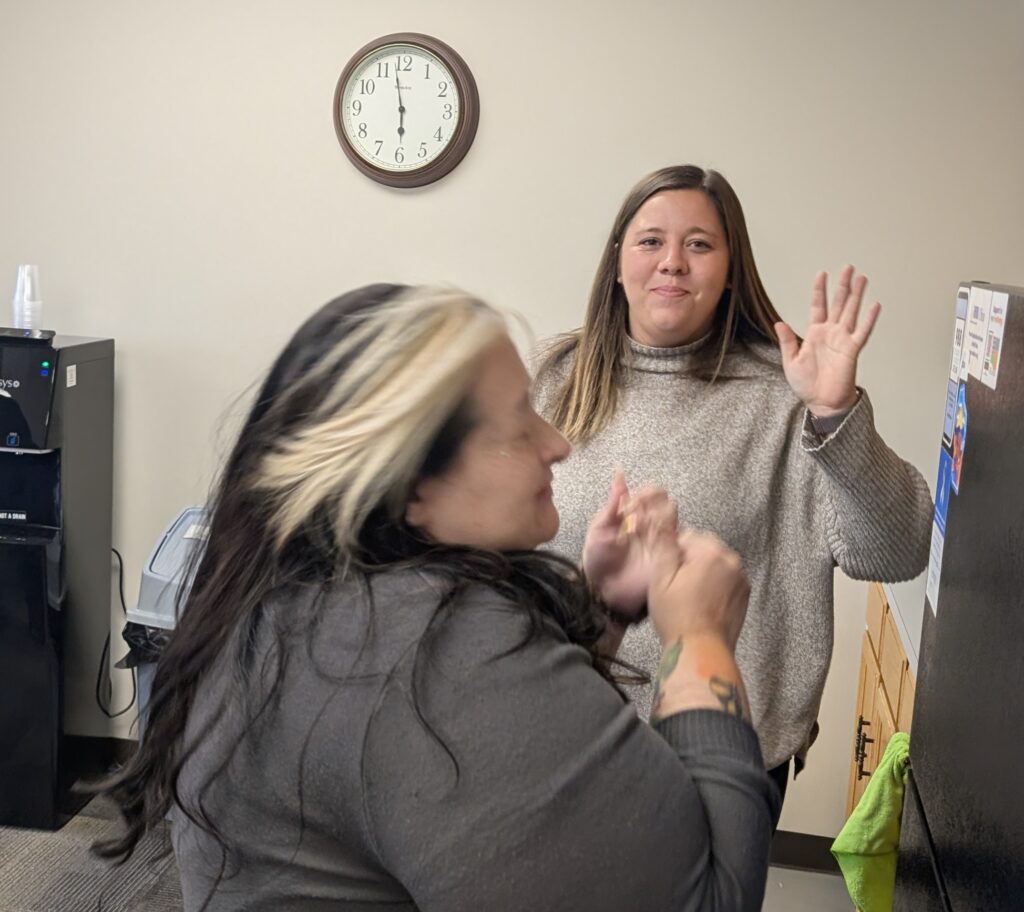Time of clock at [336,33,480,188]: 5:58
